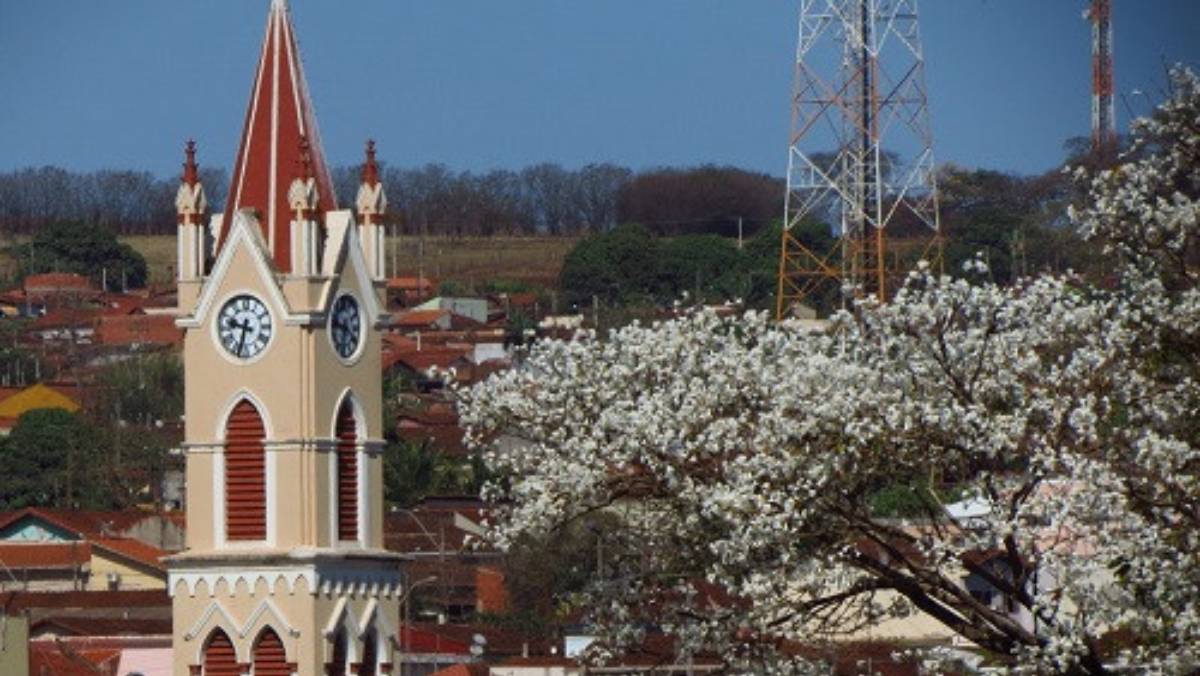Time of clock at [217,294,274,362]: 9:33
